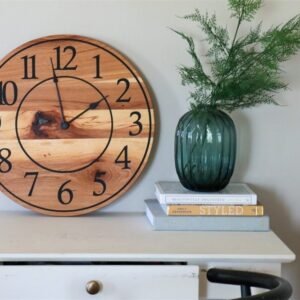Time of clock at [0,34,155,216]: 1:58
